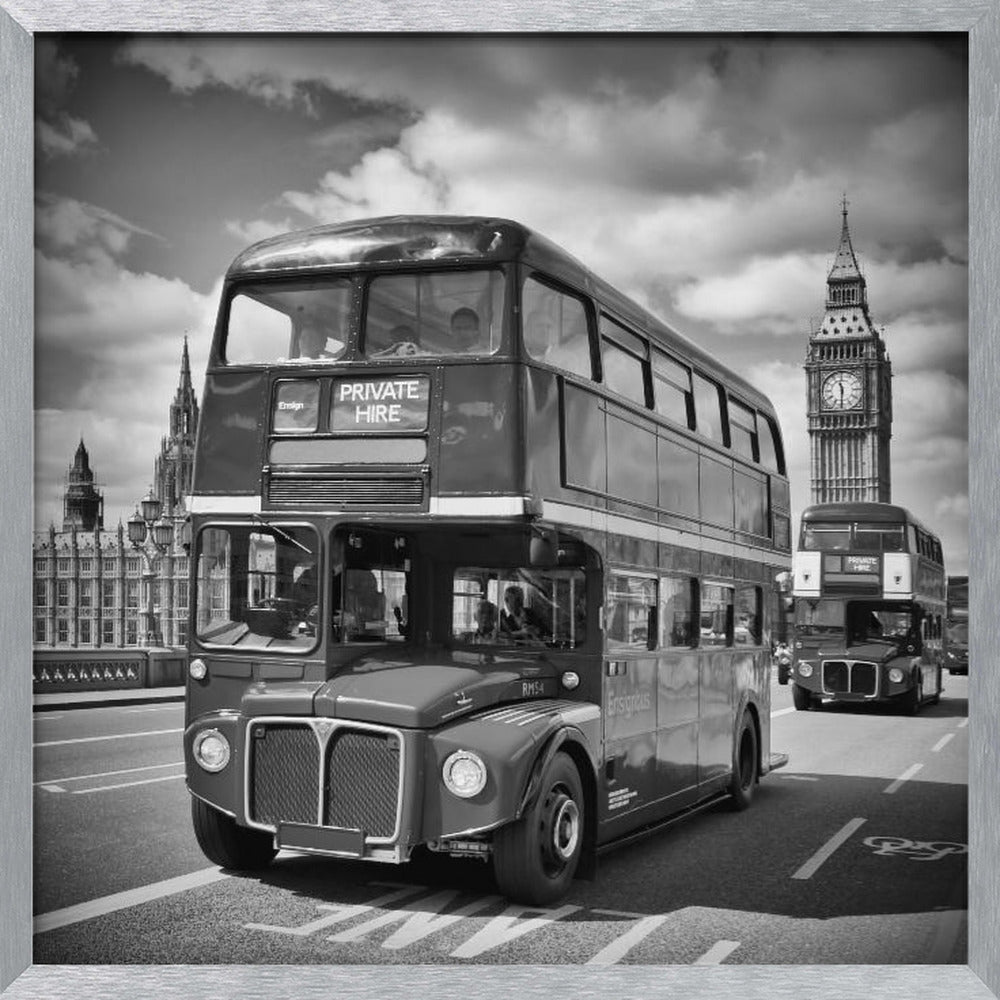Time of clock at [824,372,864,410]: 11:30
